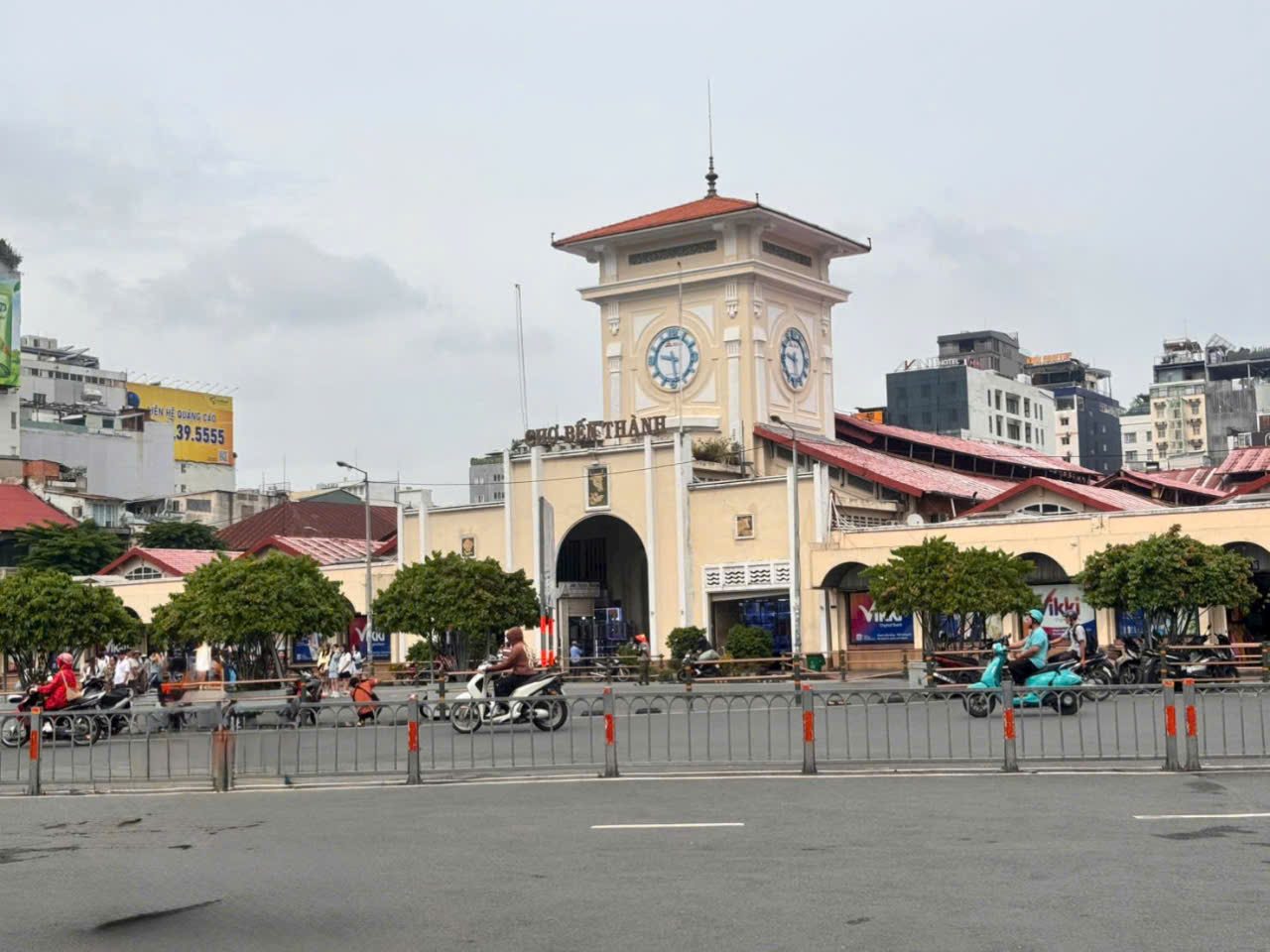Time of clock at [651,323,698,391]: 9:28
